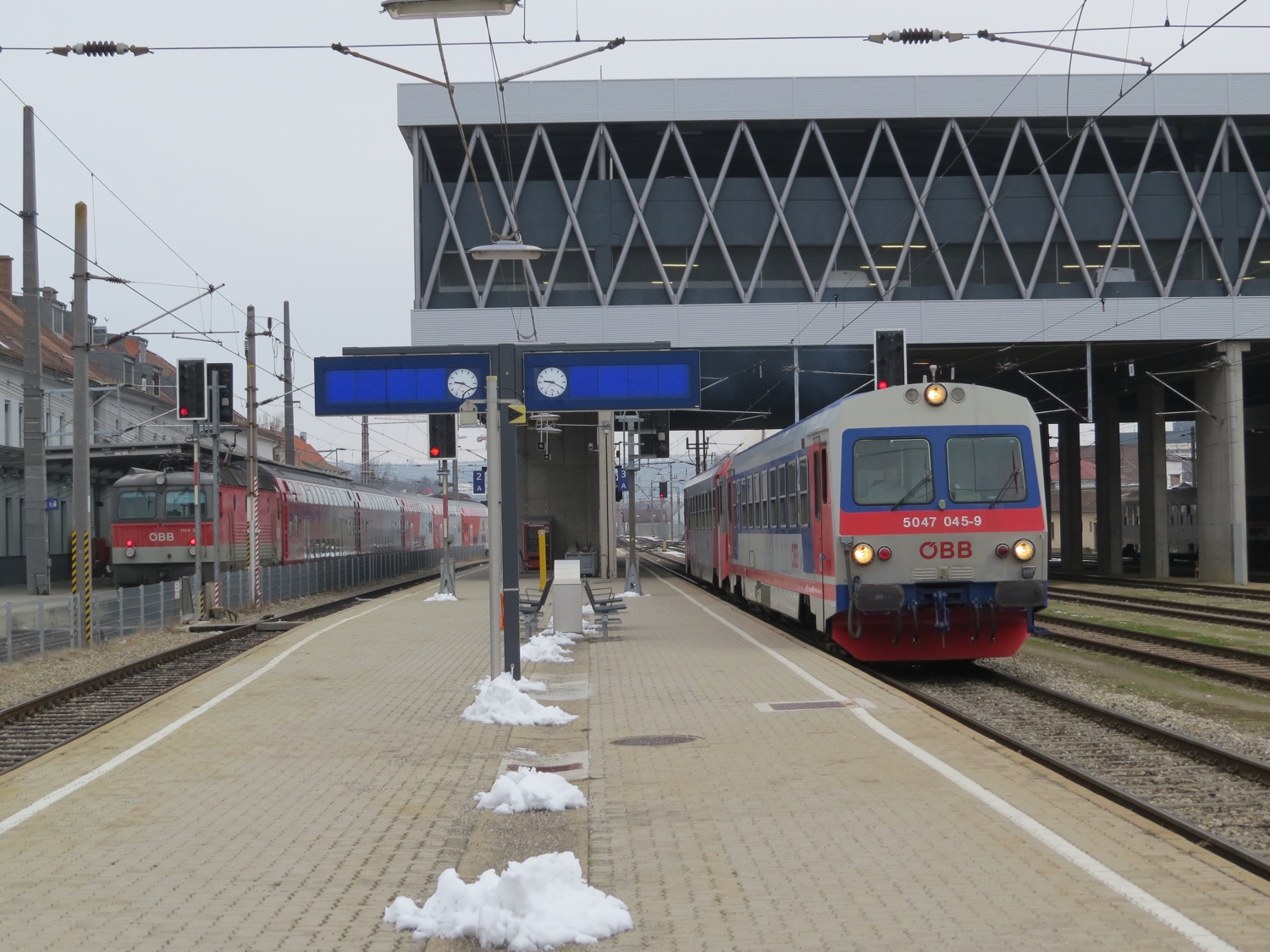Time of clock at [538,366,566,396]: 9:19
